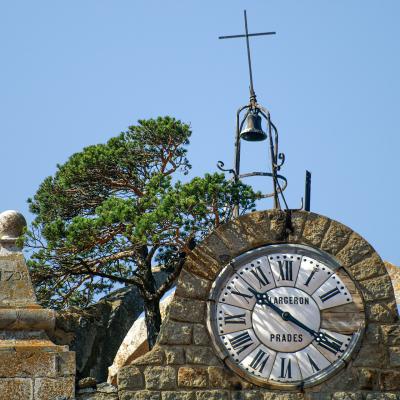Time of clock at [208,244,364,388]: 10:19
